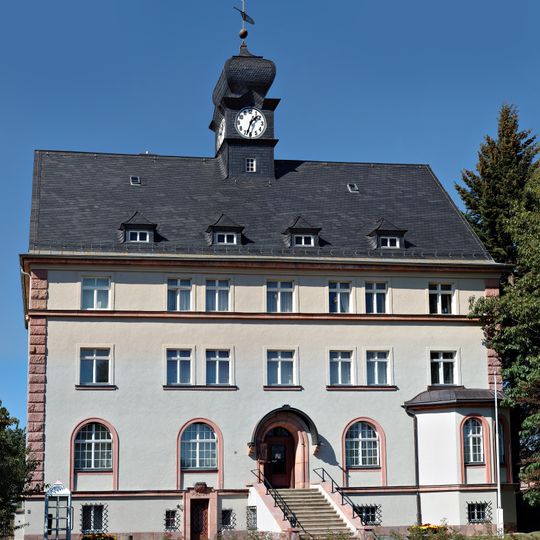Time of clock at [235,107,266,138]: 1:33
